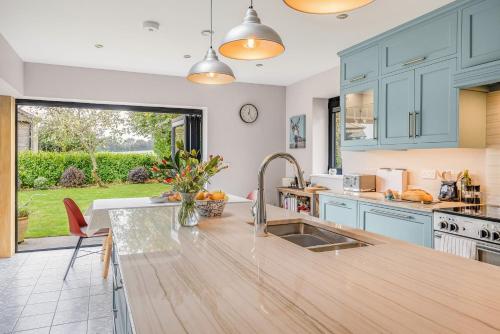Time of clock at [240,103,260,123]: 12:24
